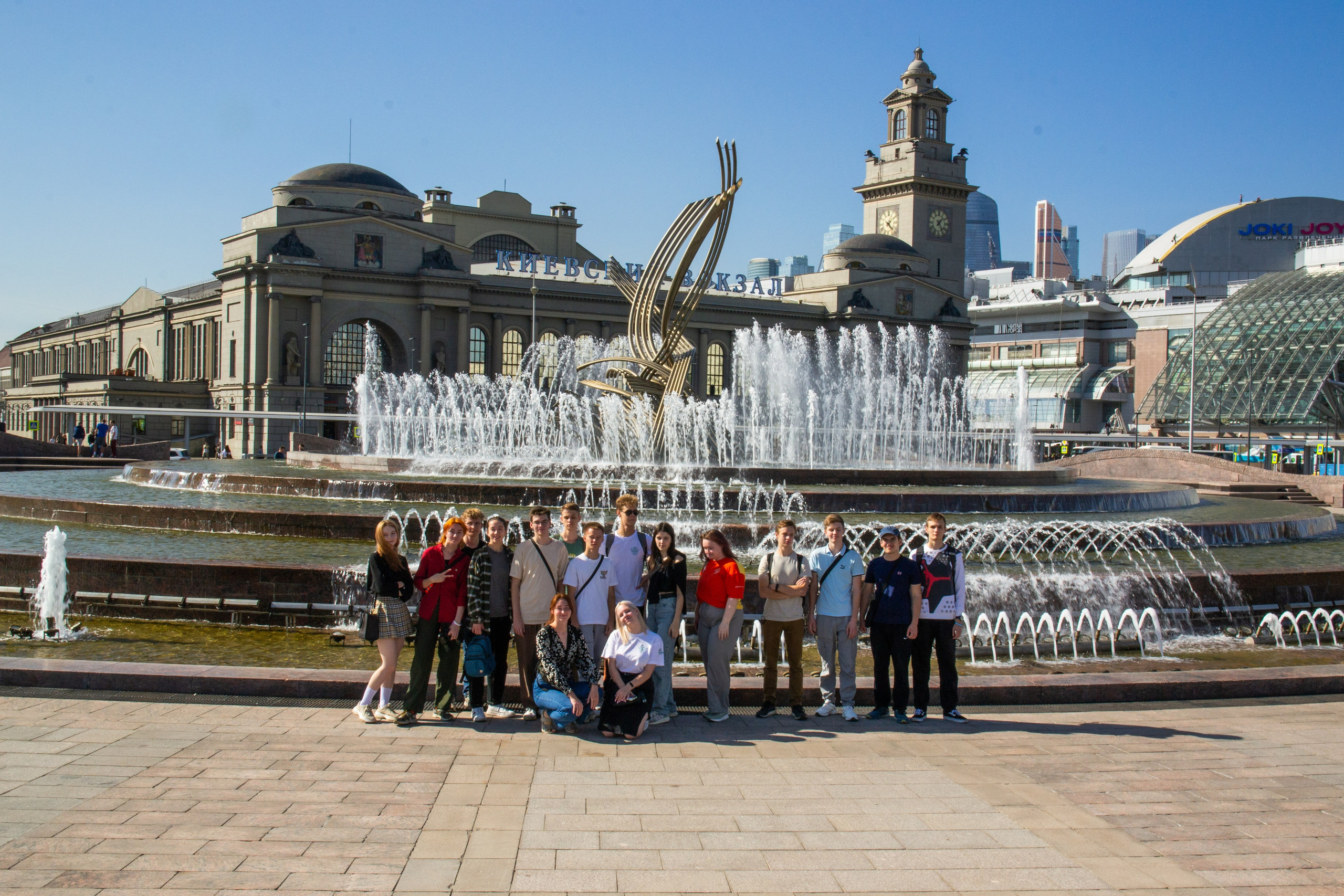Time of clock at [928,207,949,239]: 1:24
